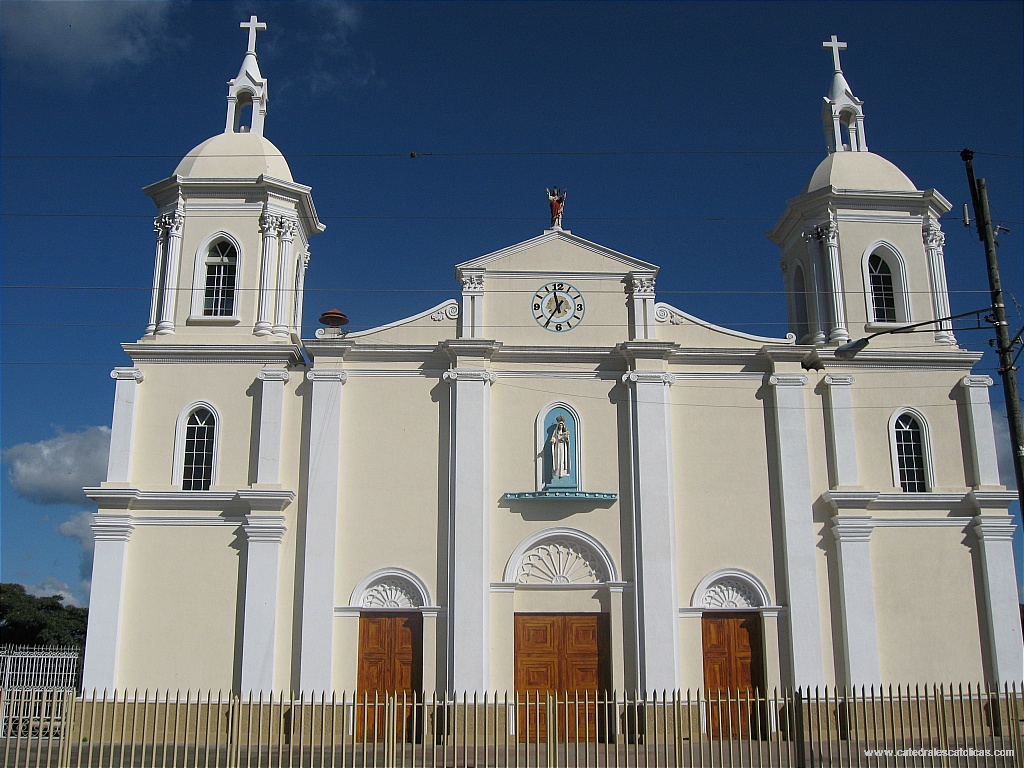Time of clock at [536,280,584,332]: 11:35
